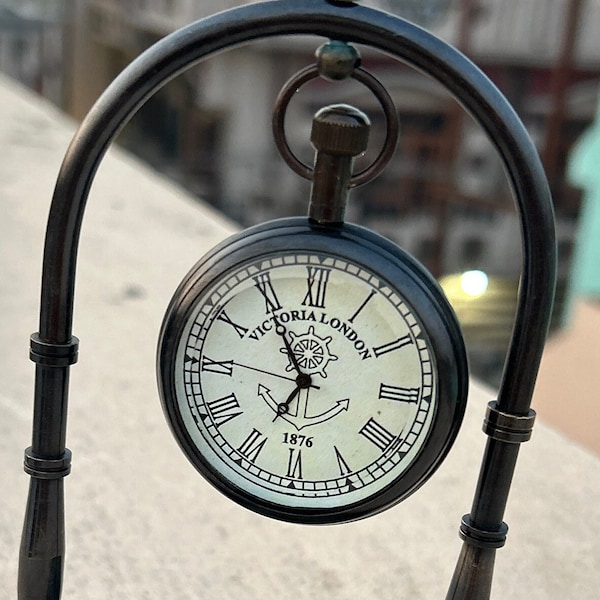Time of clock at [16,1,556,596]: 6:54
